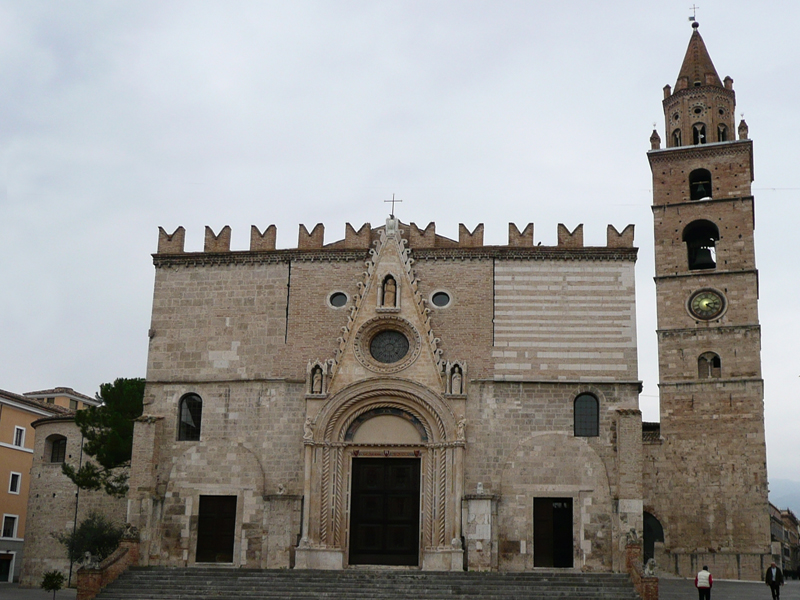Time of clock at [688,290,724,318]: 4:13
